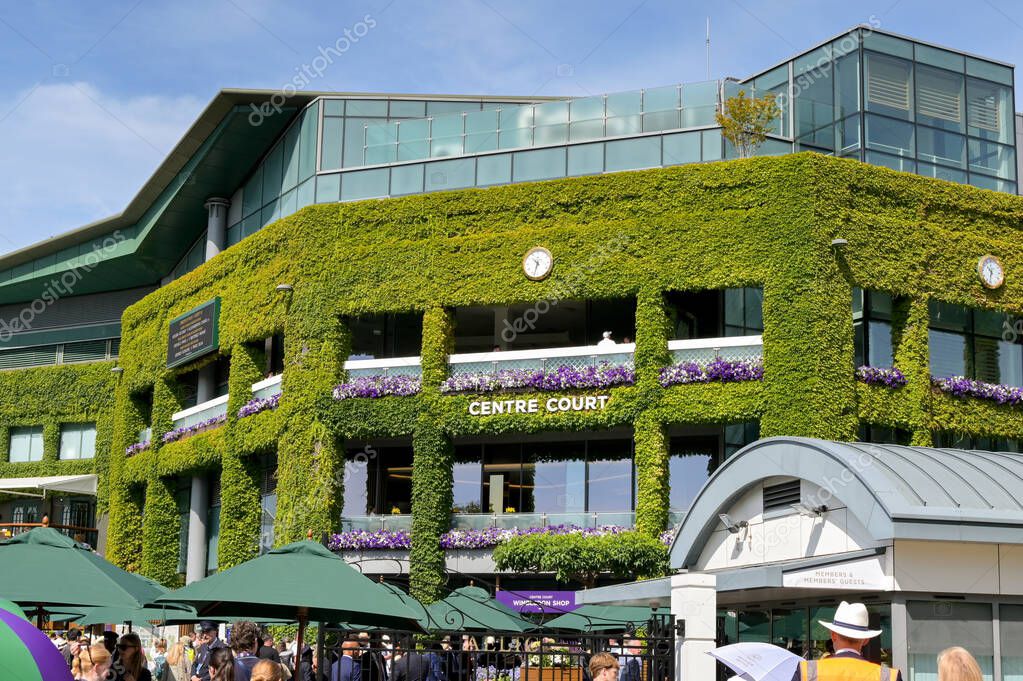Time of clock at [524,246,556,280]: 10:32
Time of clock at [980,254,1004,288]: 10:32
